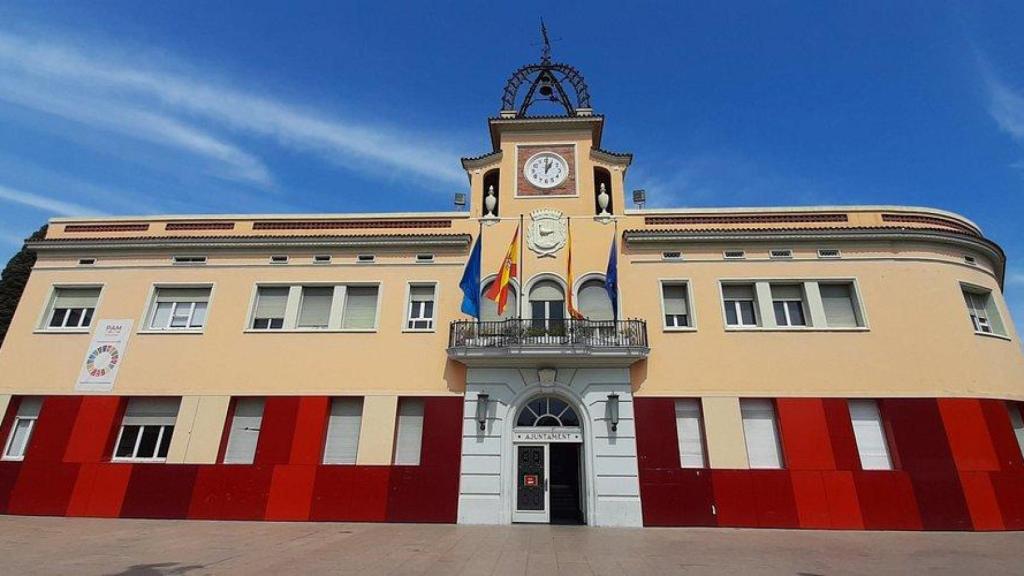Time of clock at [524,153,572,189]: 1:00
